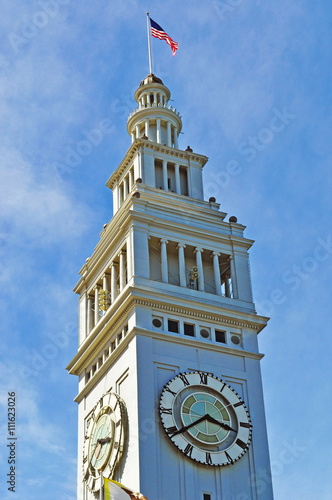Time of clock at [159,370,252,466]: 3:39
